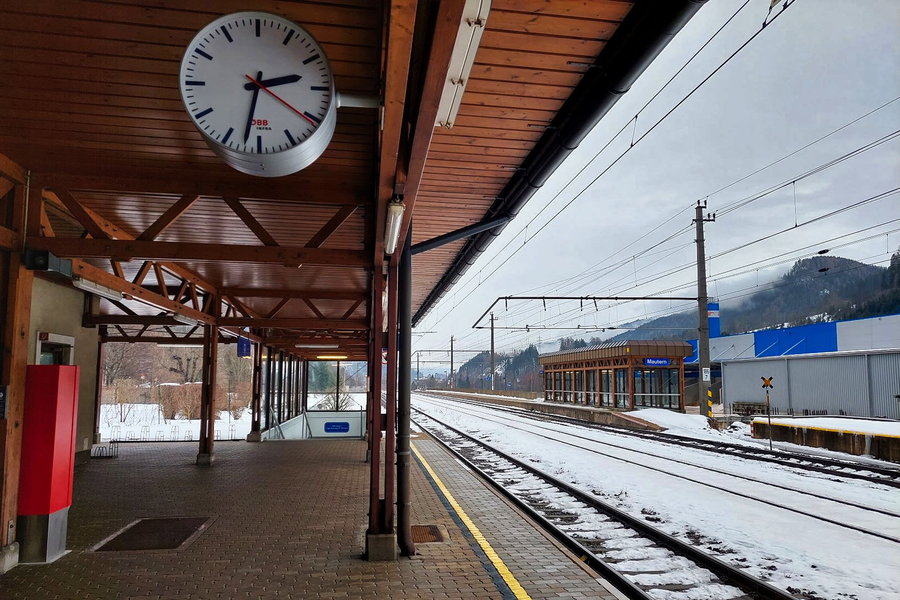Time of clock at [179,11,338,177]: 2:32
